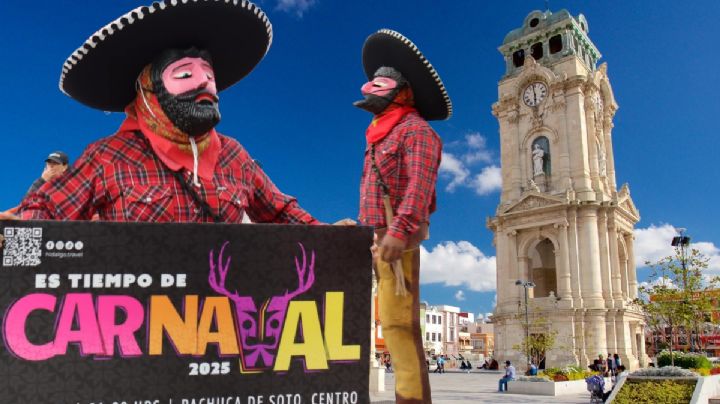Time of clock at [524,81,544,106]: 5:58
